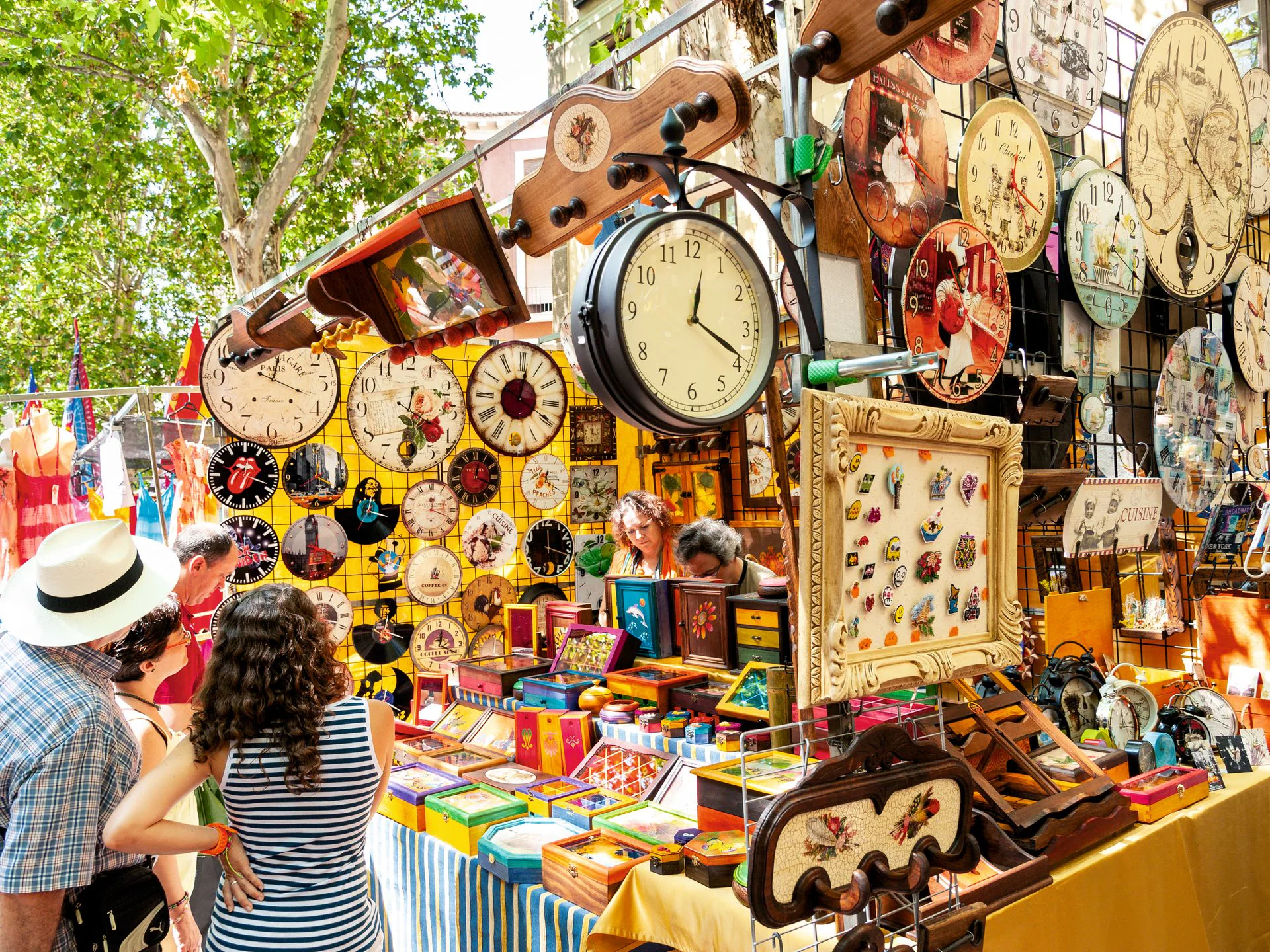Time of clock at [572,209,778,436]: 12:19
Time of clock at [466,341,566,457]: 12:19
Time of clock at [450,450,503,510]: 12:19
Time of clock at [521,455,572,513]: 12:19
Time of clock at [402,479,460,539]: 12:18
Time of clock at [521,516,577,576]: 12:18
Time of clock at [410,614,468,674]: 12:20
